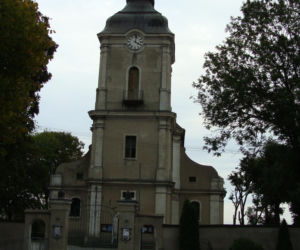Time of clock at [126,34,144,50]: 4:02
